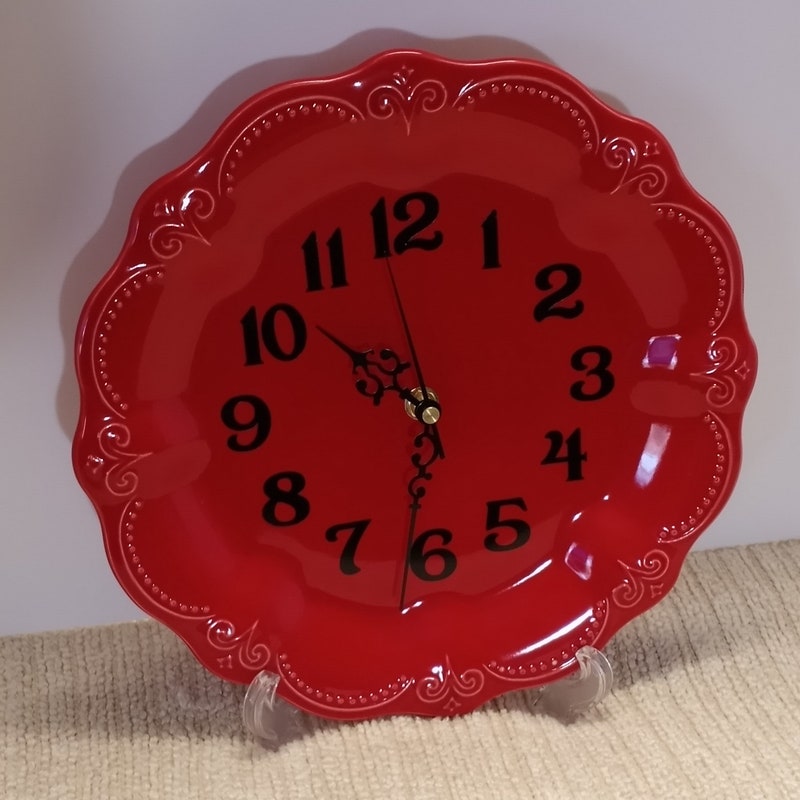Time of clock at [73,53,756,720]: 10:31
